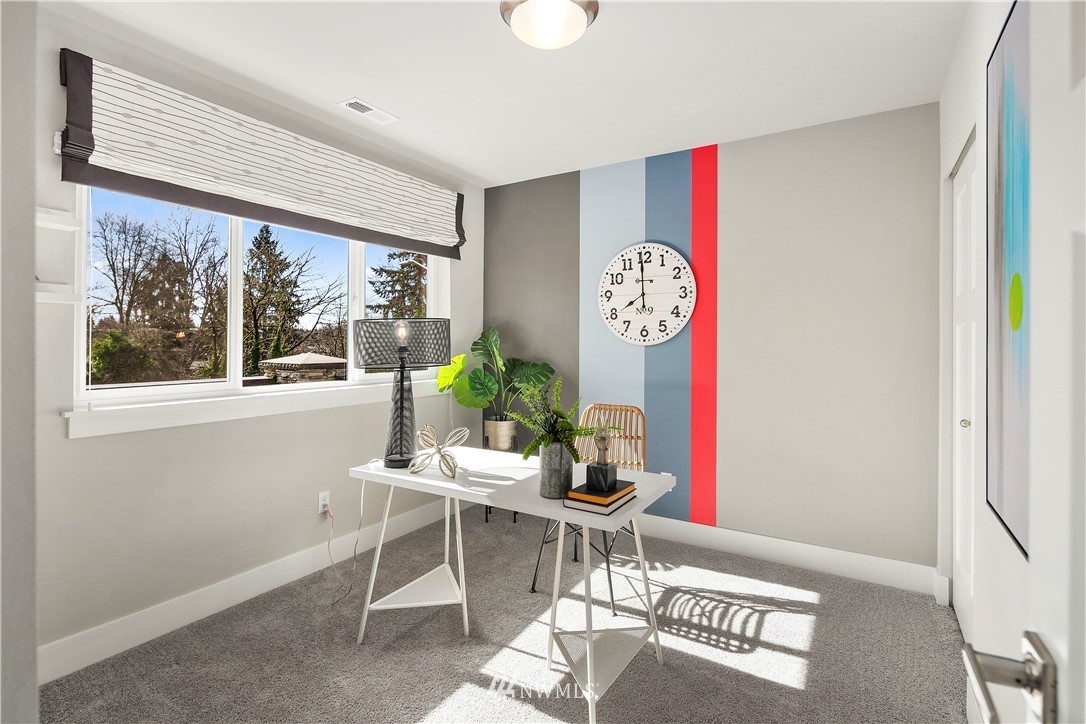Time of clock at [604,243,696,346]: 7:59
